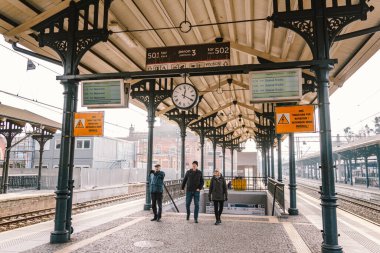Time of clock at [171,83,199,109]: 12:19
